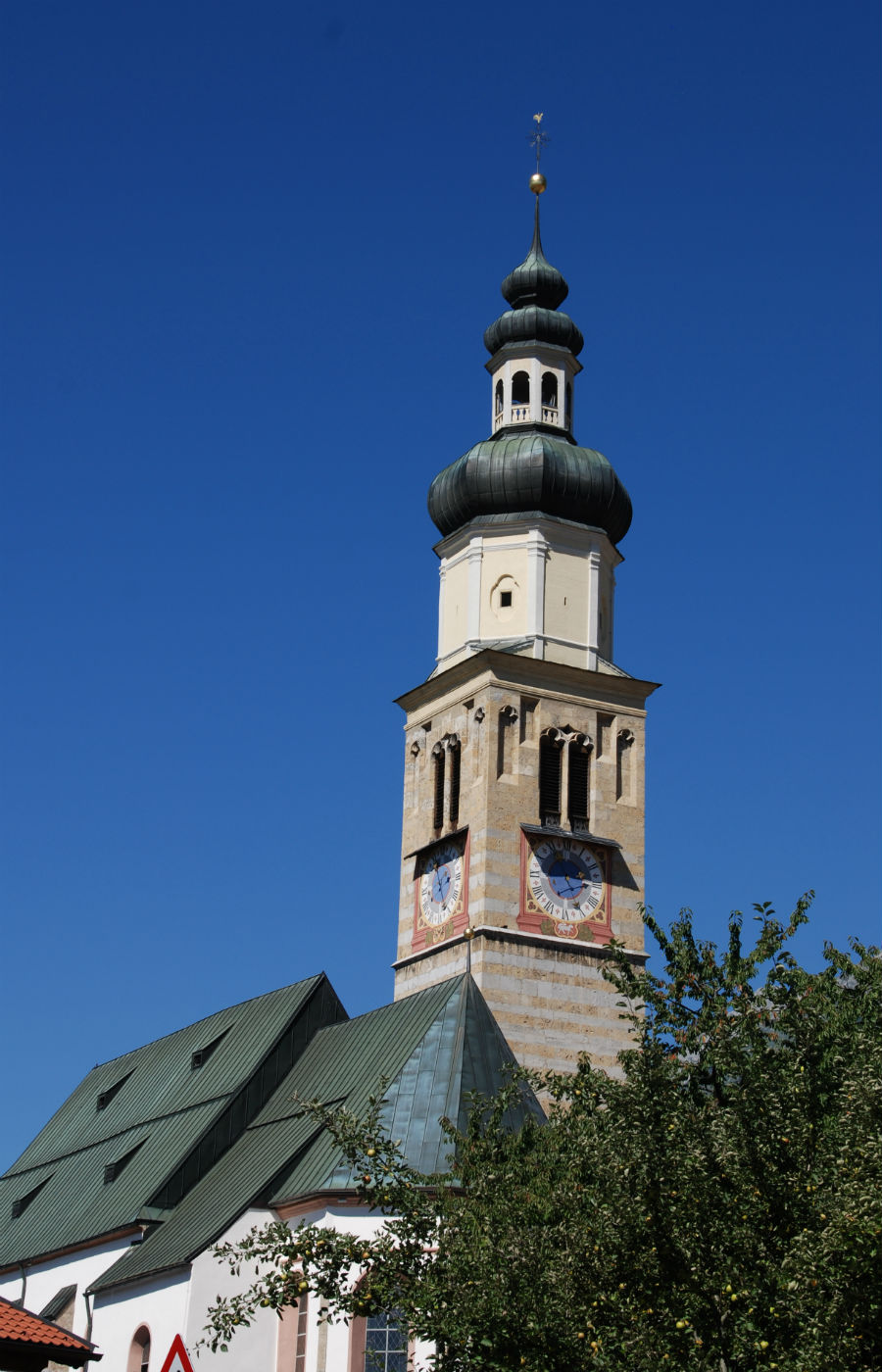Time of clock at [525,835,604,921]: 2:54
